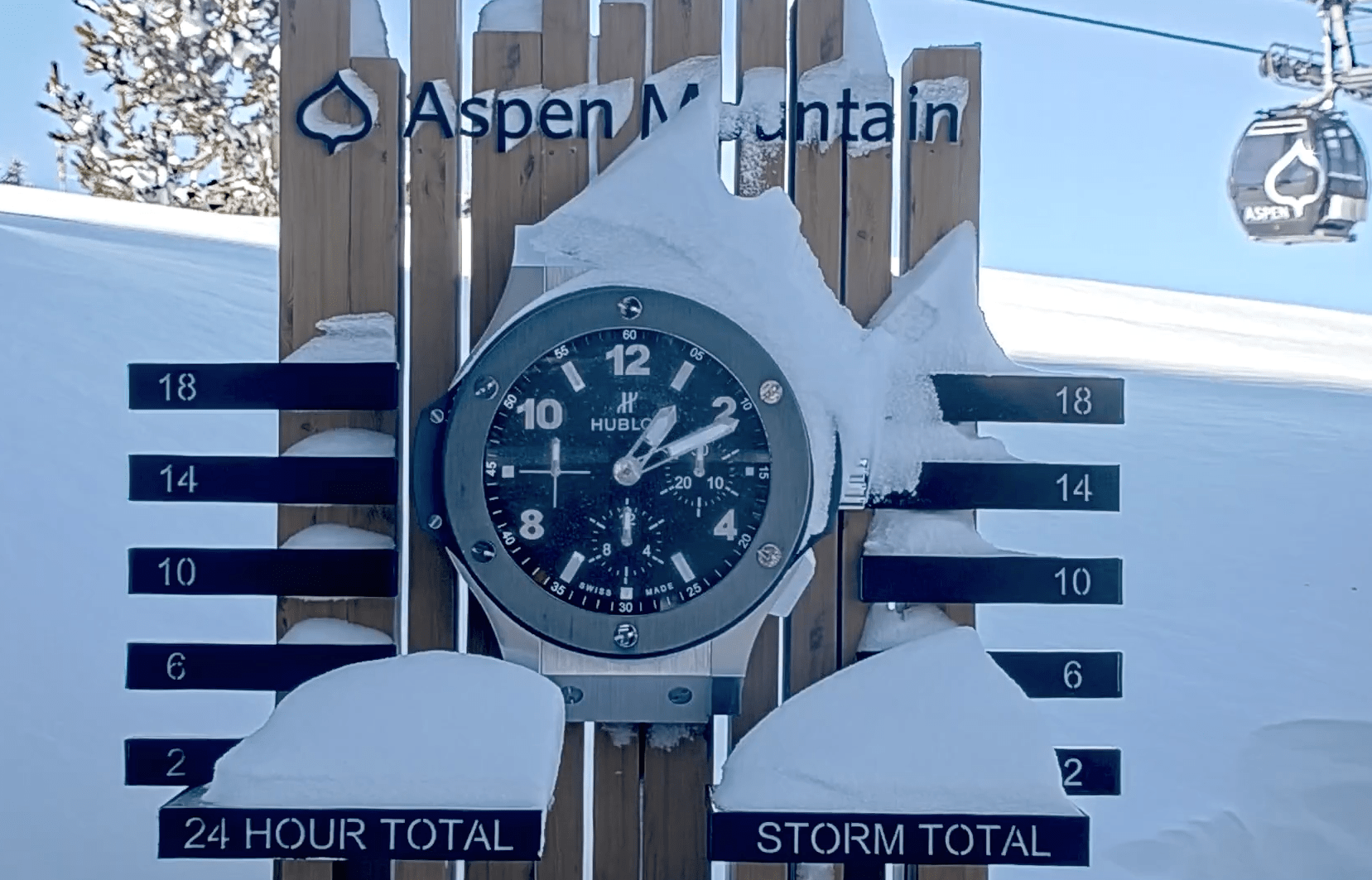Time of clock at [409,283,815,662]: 1:10
